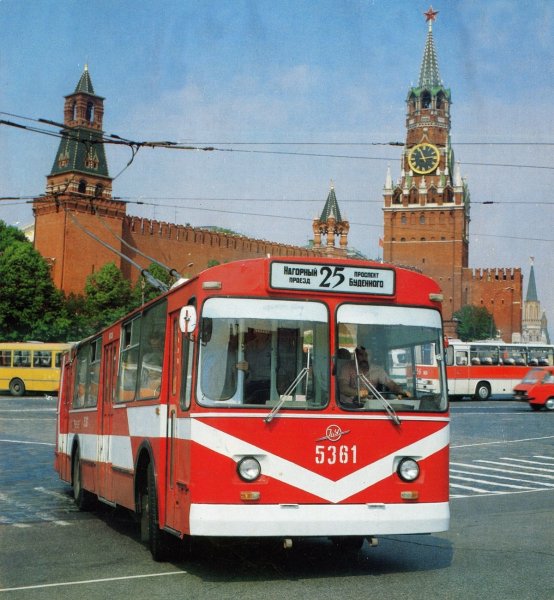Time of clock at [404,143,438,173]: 11:13
